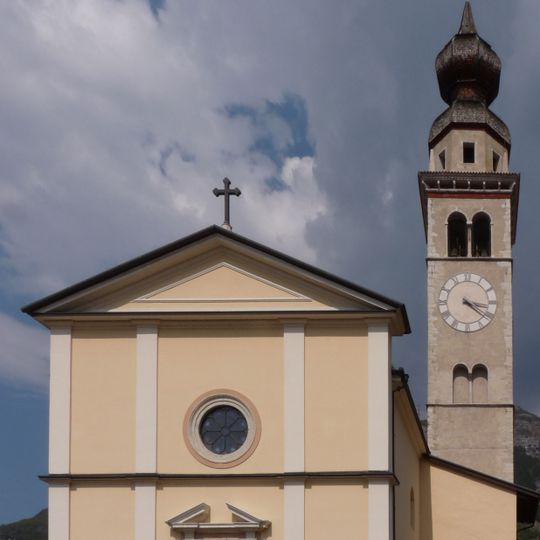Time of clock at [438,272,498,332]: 3:21
